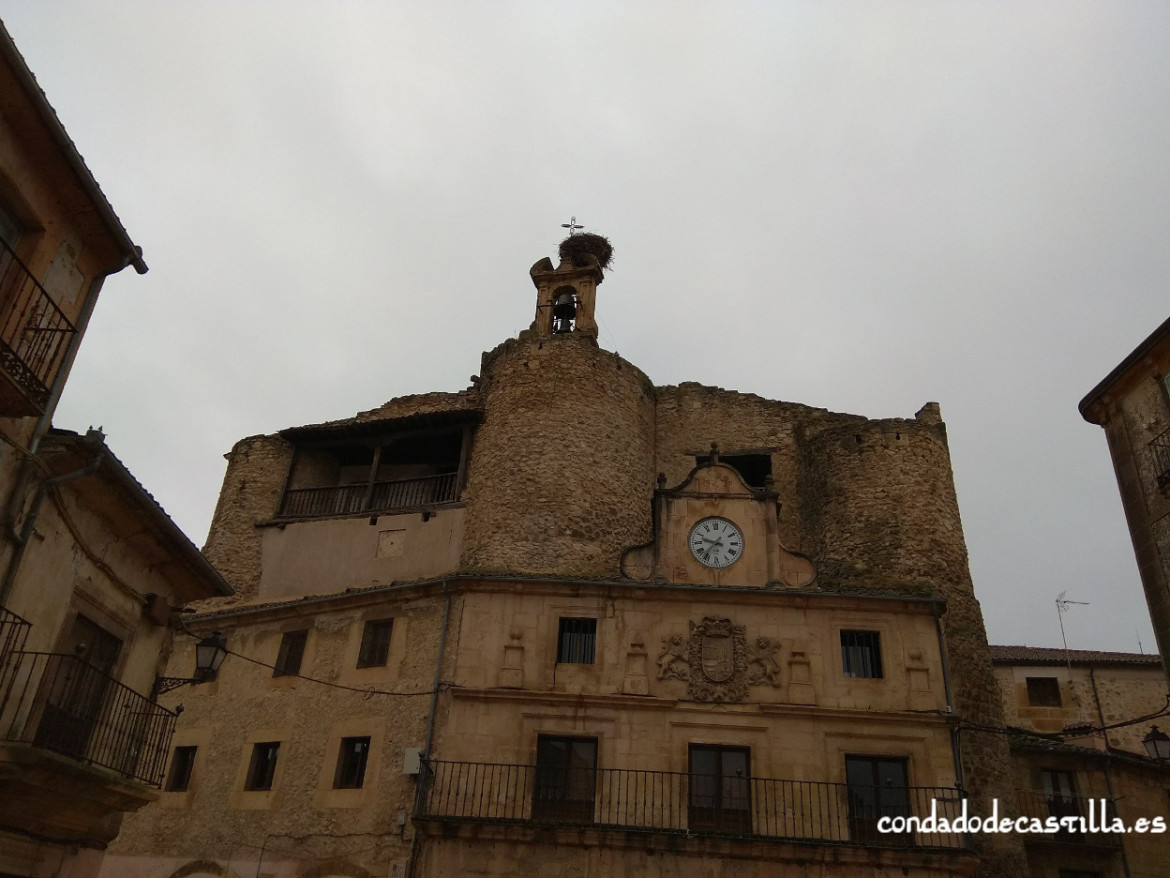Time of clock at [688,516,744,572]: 9:36
